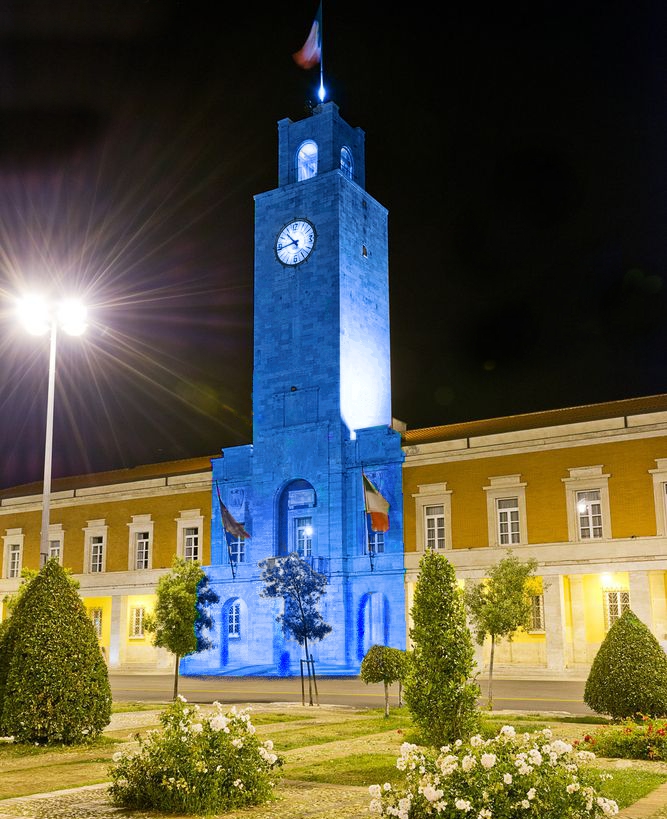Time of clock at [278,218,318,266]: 10:43
